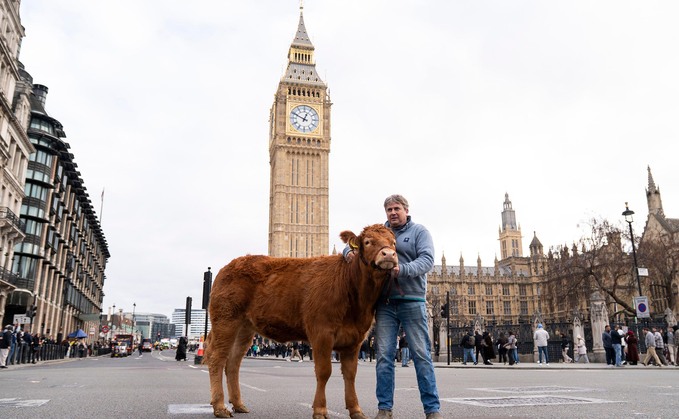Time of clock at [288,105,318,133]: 12:49
